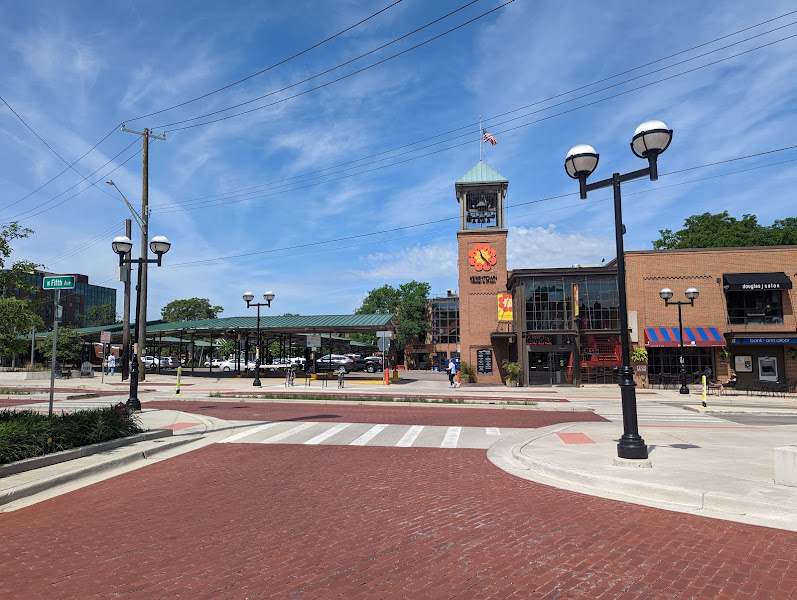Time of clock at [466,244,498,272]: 11:22
